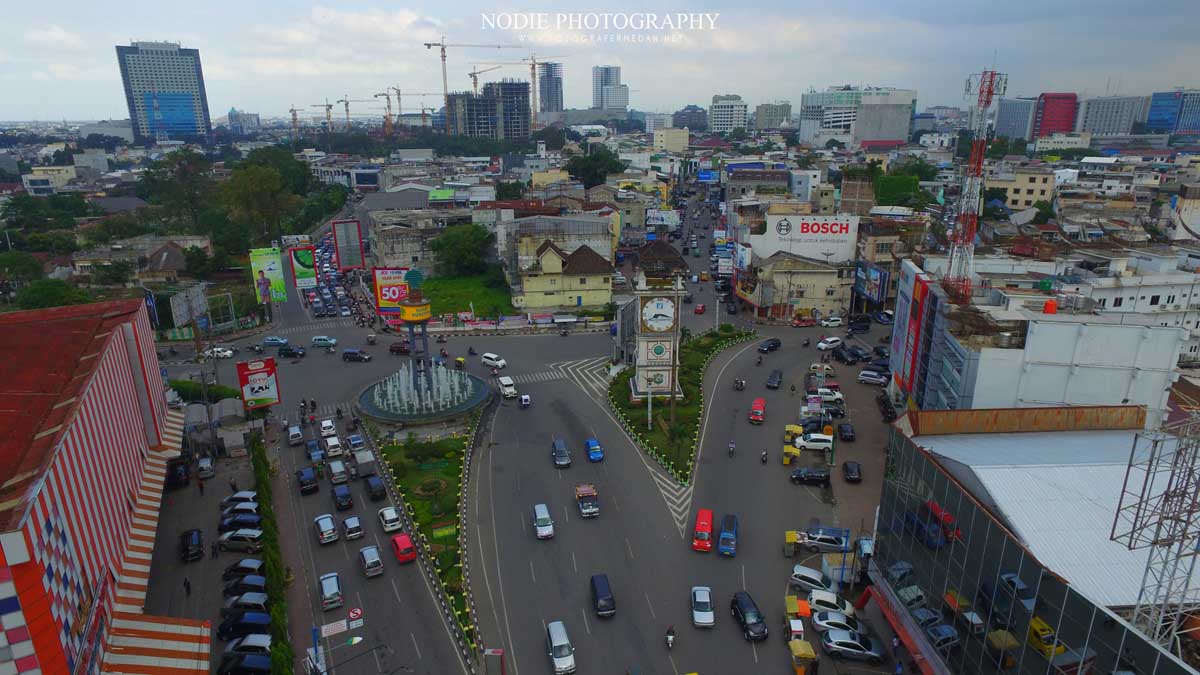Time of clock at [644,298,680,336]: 8:17
